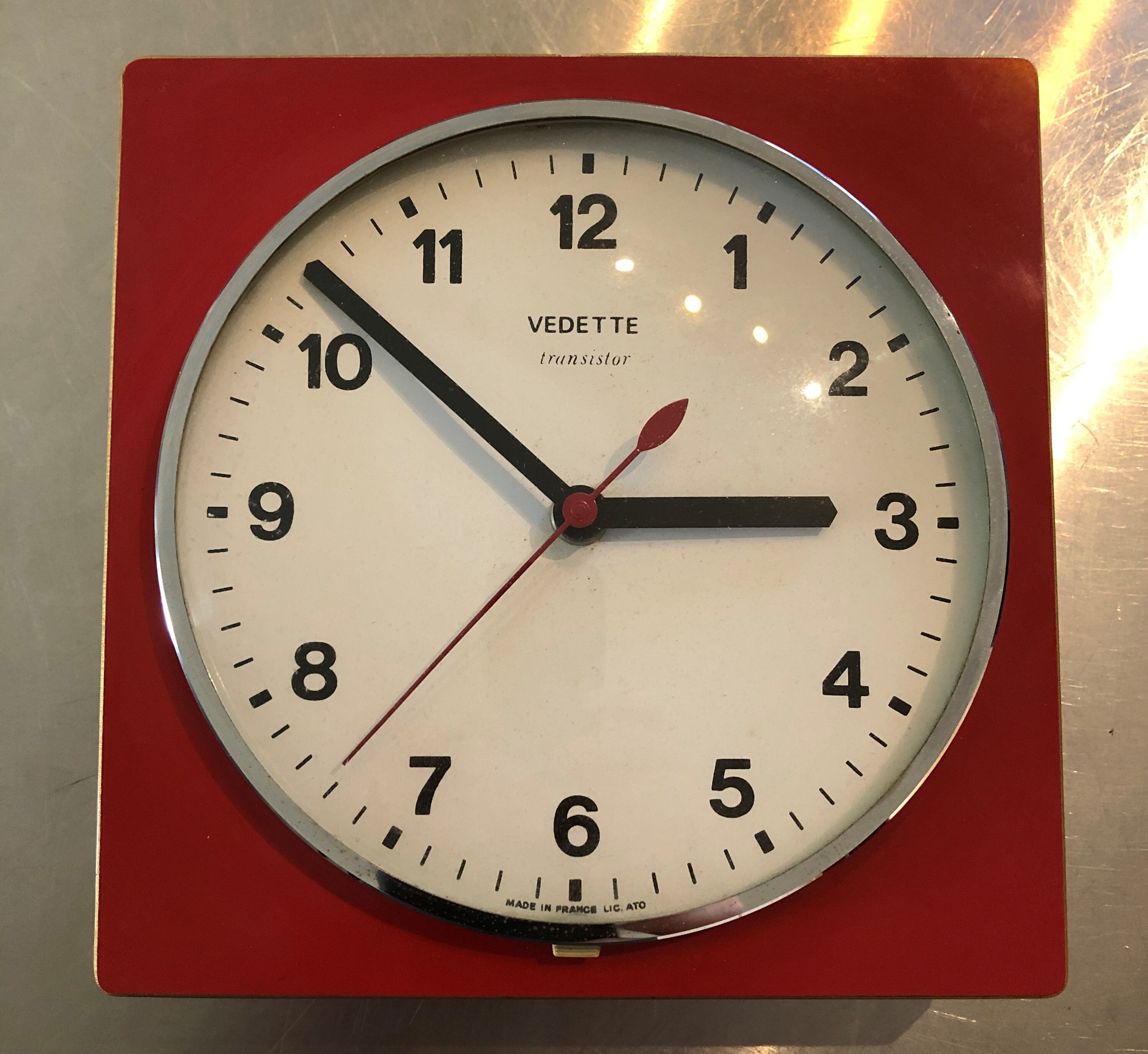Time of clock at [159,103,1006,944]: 2:51
